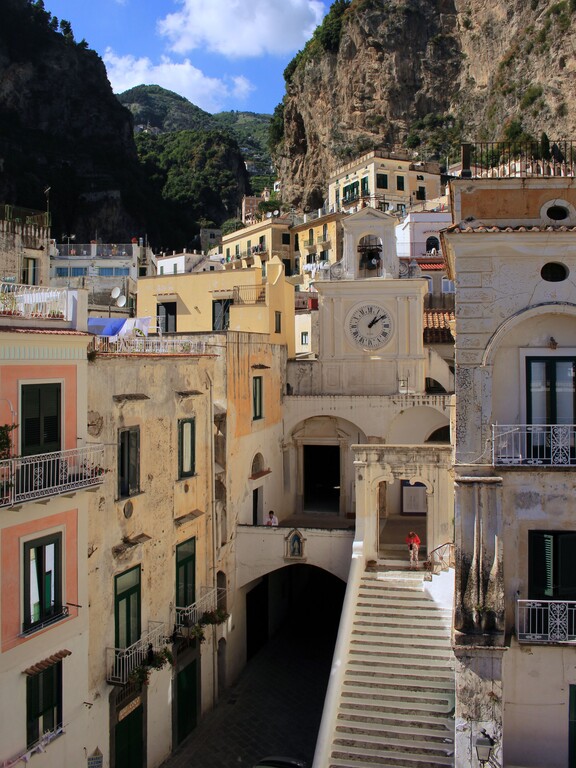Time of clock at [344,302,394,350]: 1:09
